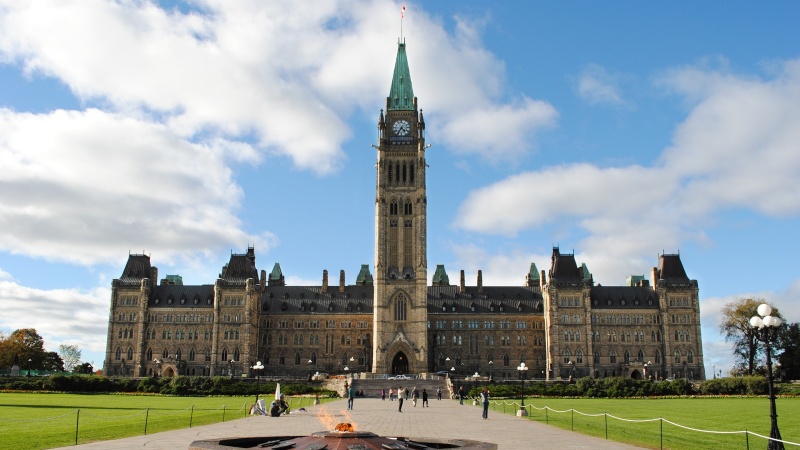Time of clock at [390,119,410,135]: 4:35
